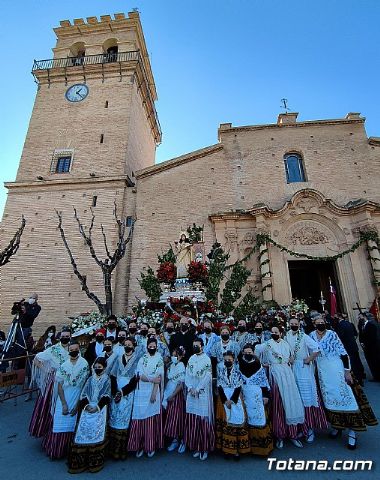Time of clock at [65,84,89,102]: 1:22
